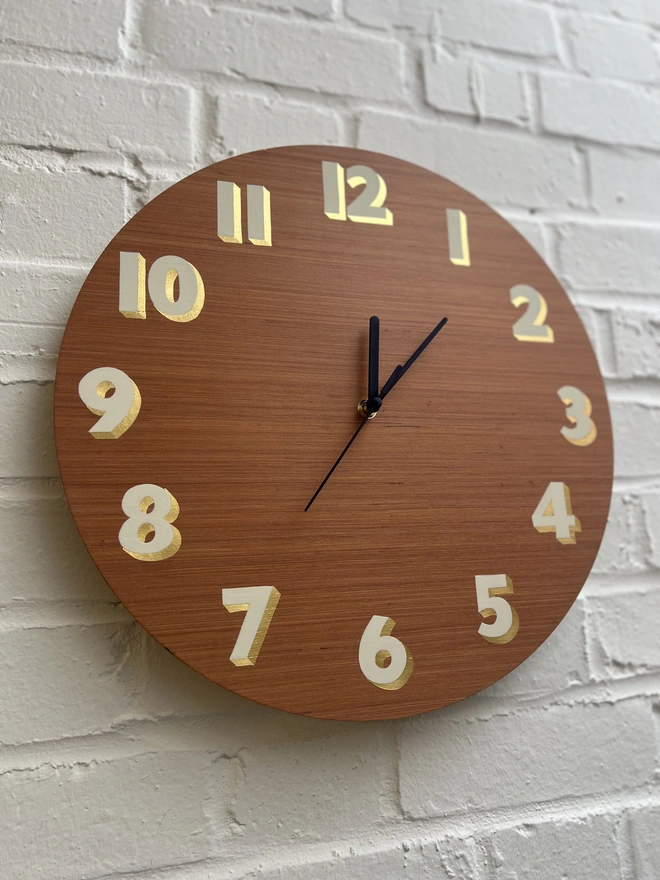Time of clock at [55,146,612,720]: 12:07
